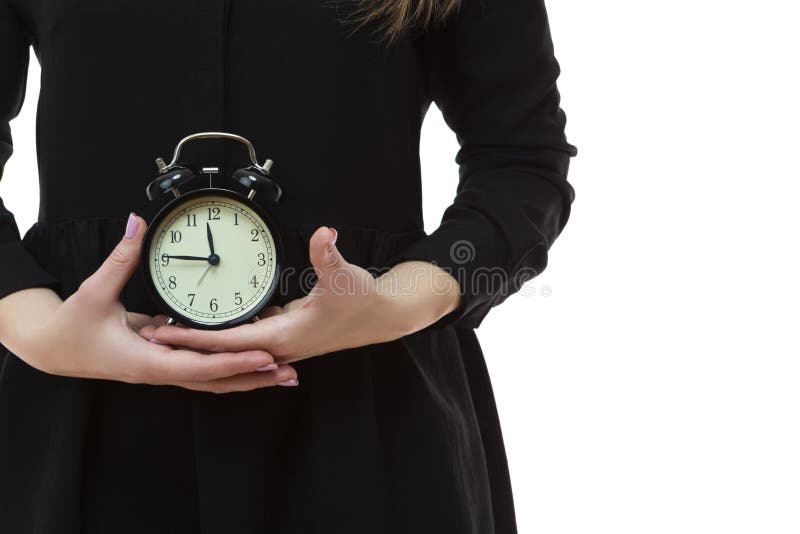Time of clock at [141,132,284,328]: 11:45
